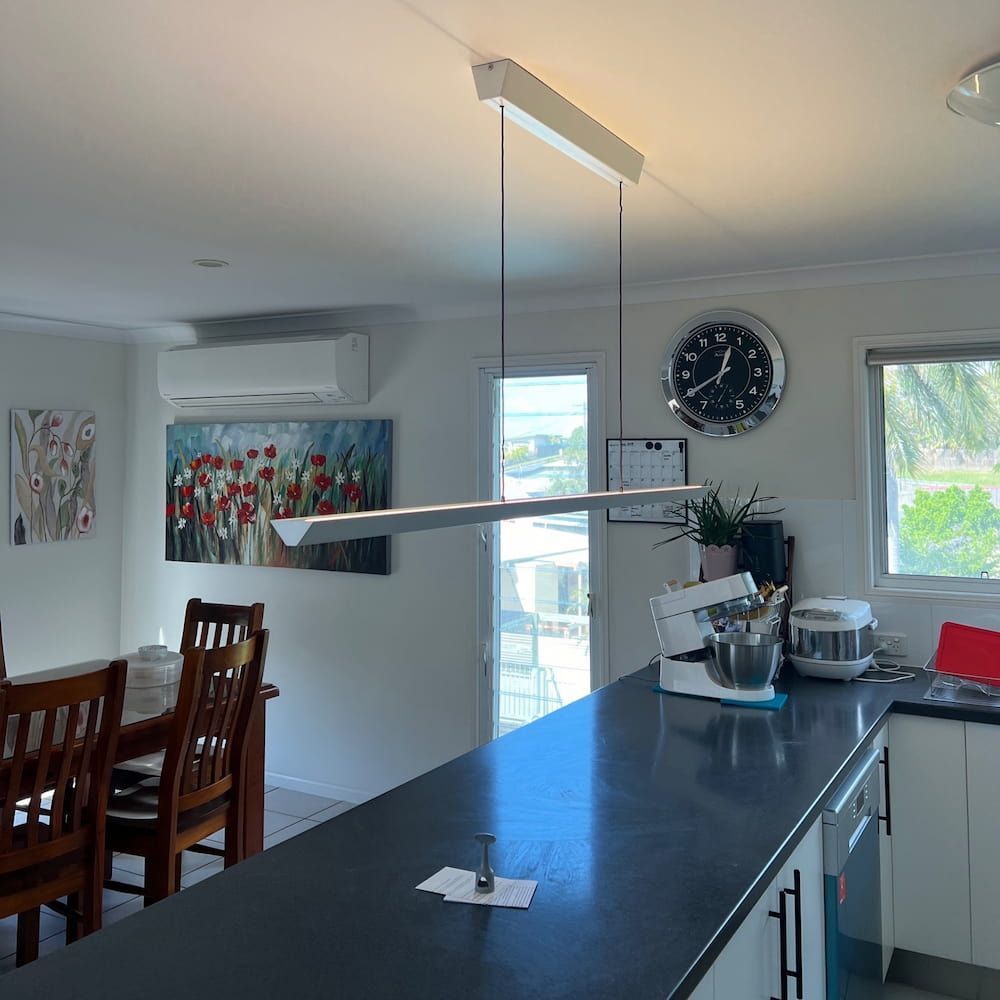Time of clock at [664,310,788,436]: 12:39
